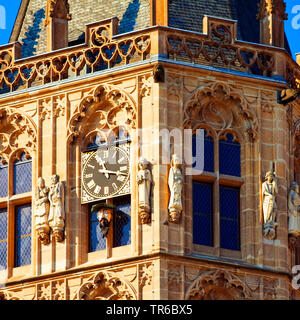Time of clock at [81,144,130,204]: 11:17
